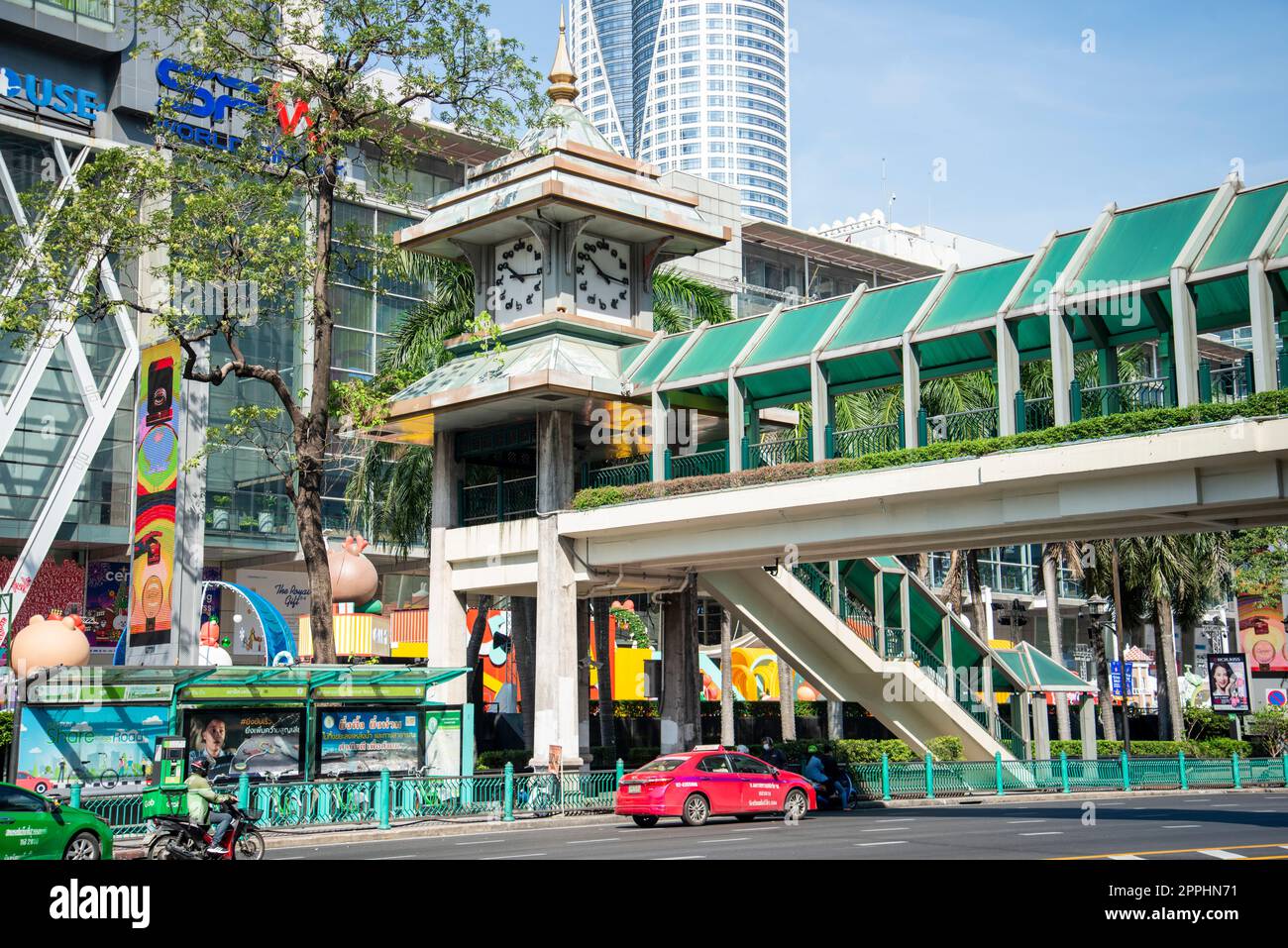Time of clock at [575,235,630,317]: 10:15
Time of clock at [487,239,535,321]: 10:16
